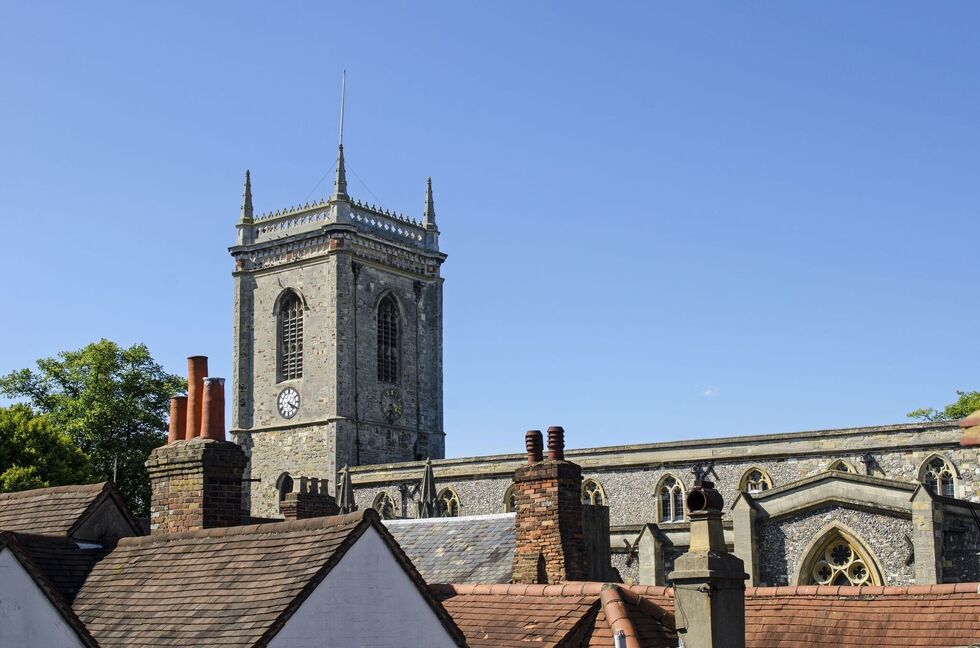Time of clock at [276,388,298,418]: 4:19
